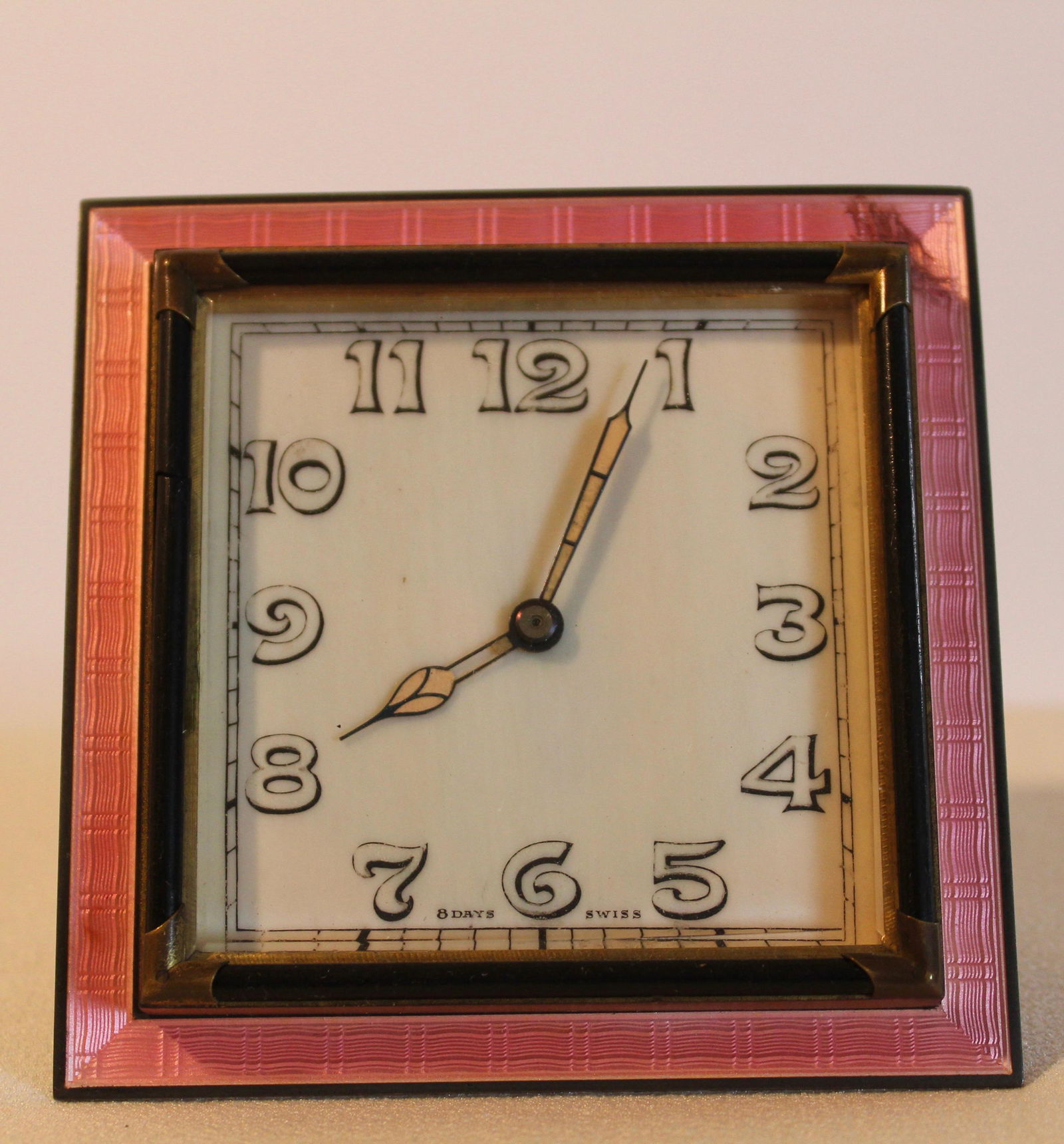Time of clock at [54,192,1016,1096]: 8:04
